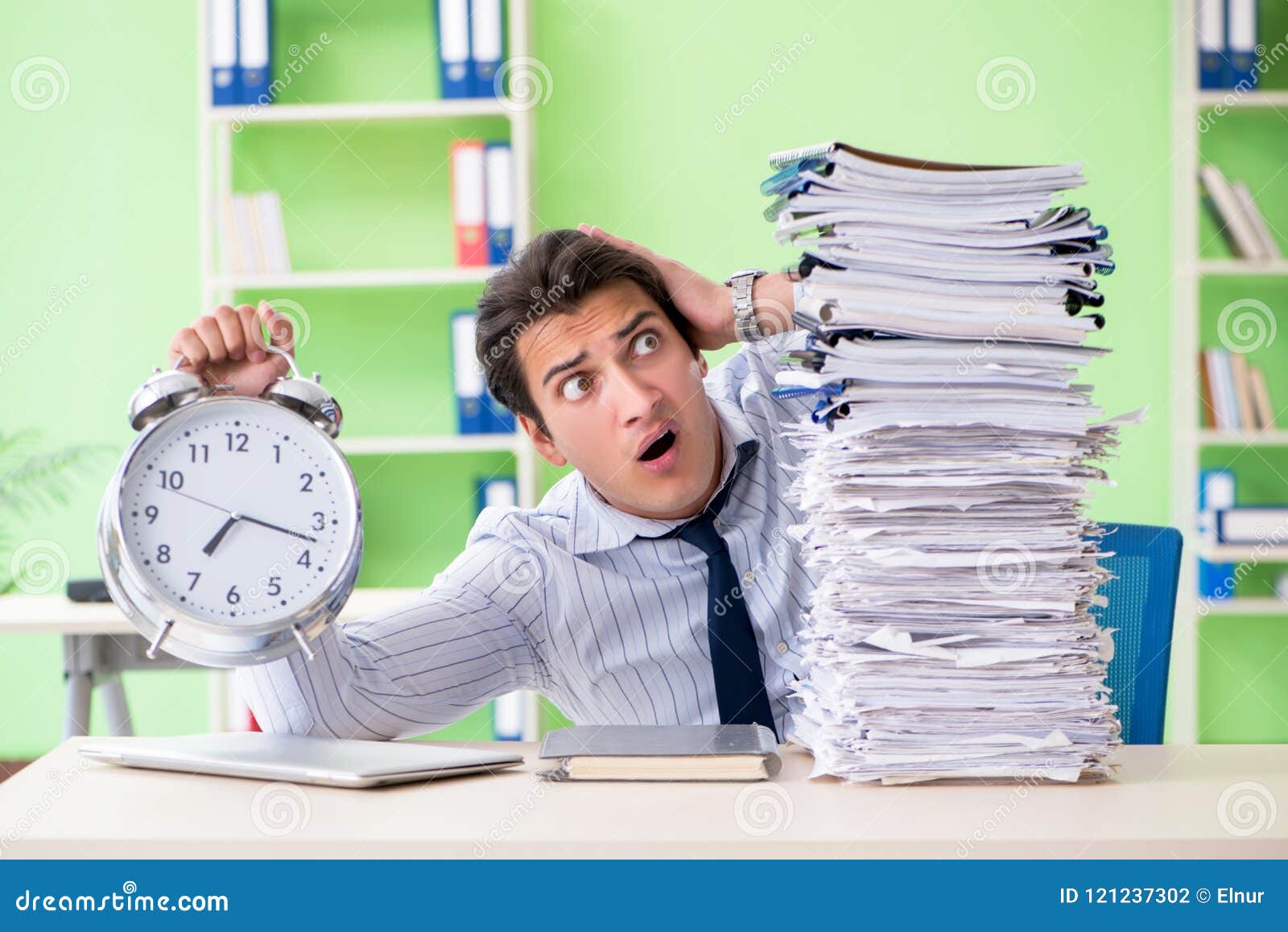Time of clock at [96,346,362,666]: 7:17
